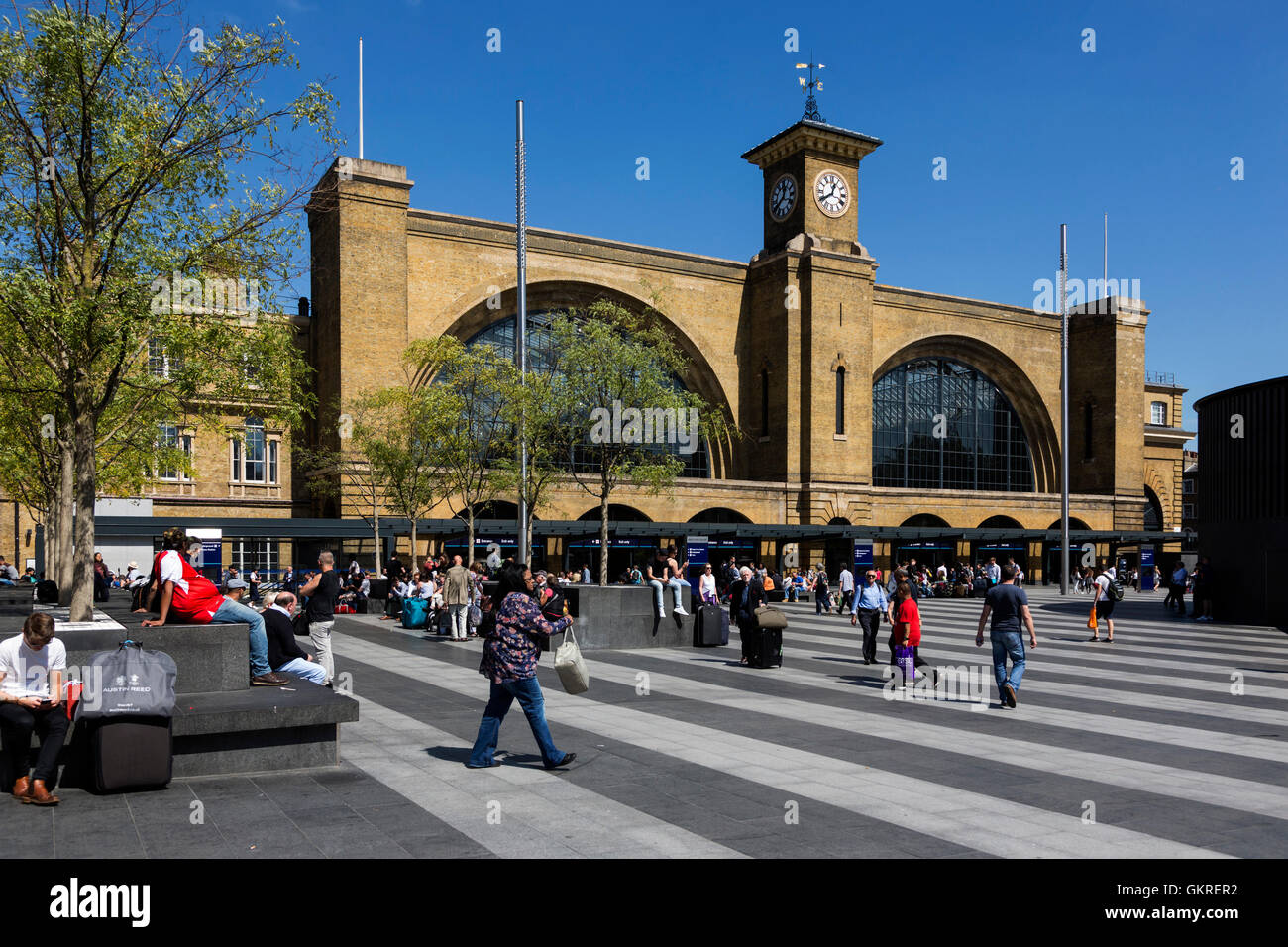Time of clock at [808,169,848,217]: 12:40
